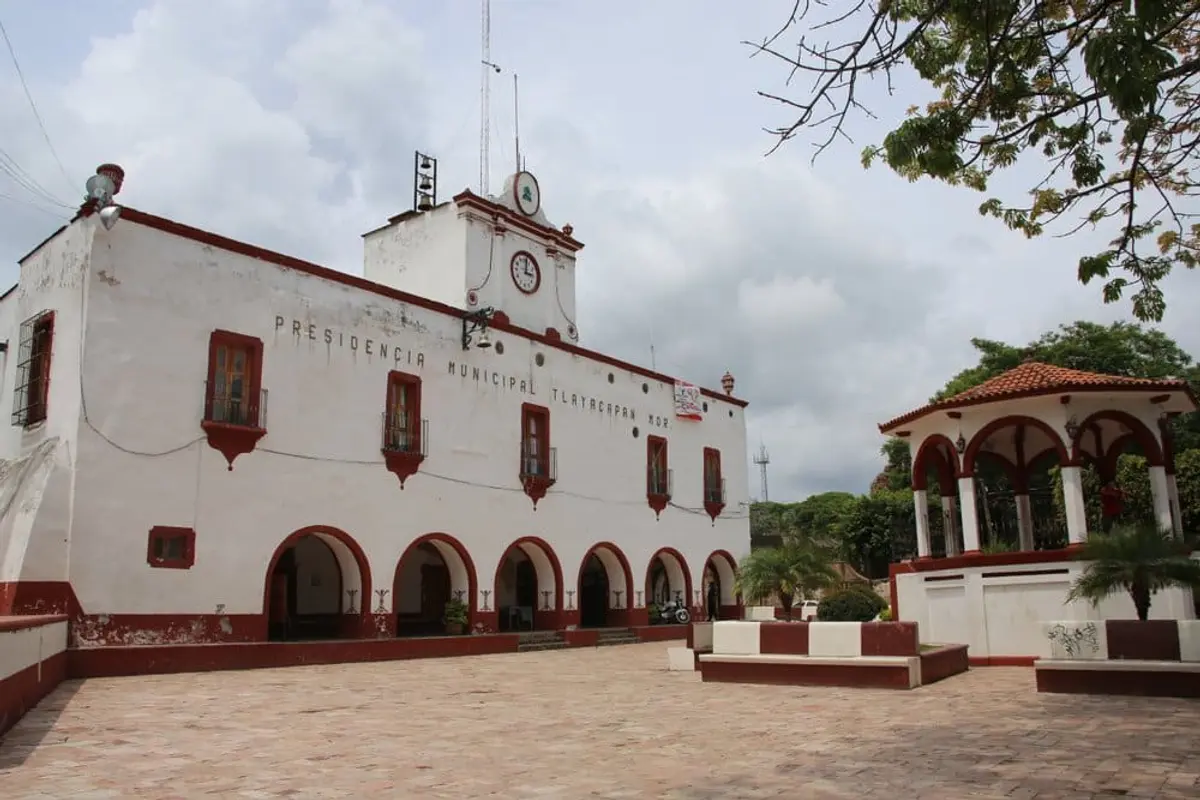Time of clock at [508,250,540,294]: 3:01
